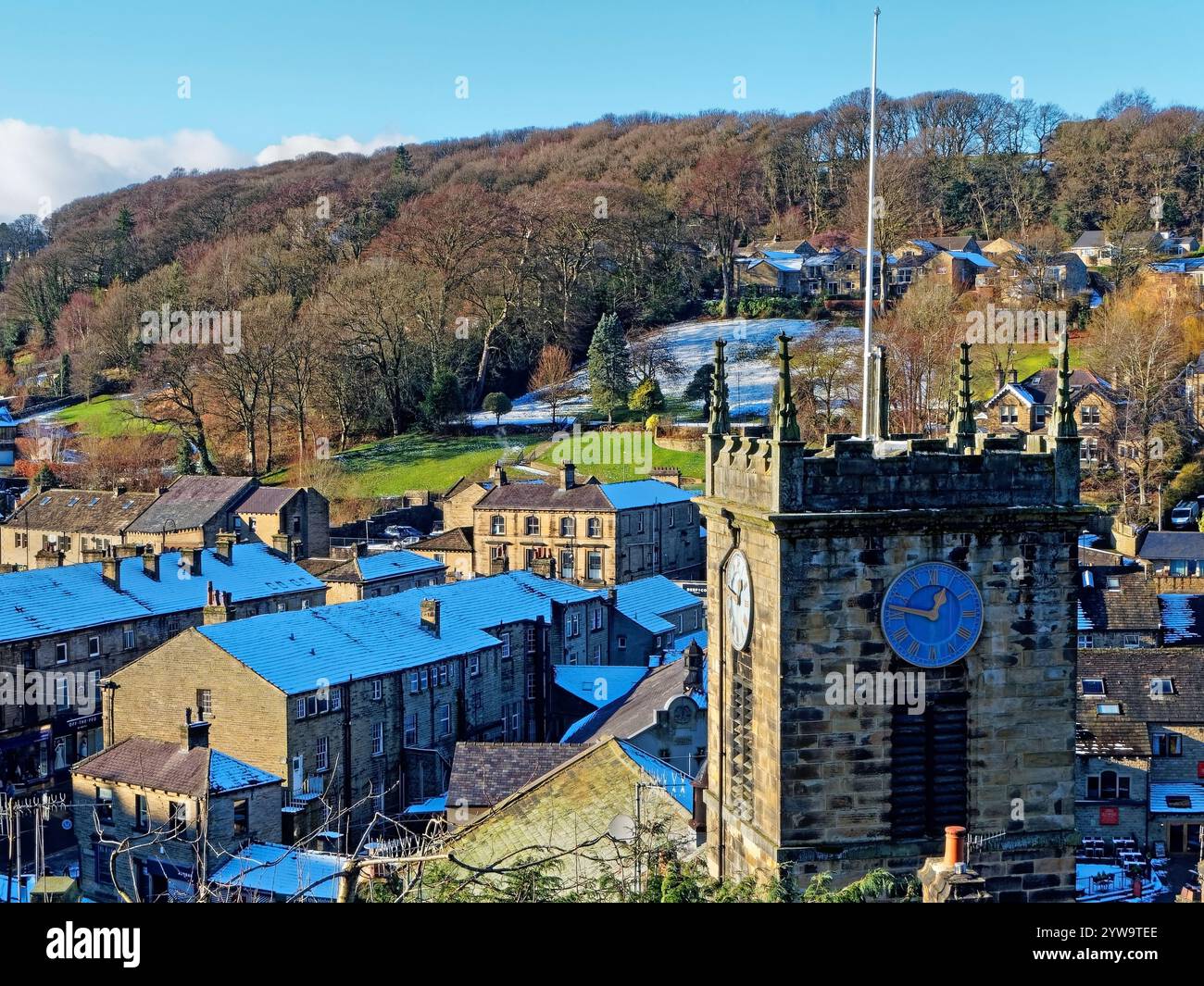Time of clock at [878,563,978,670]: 12:47
